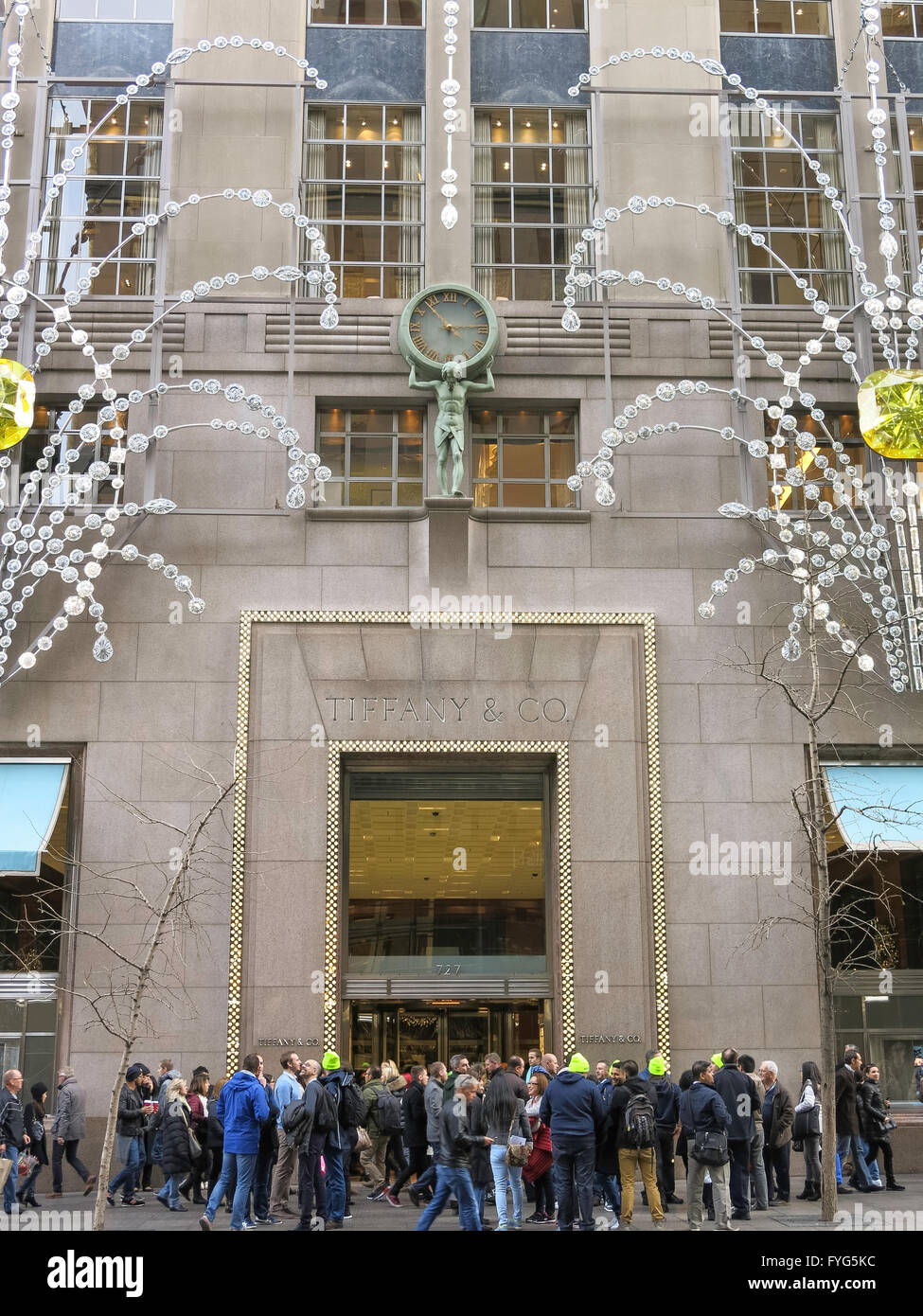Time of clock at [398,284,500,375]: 2:53
